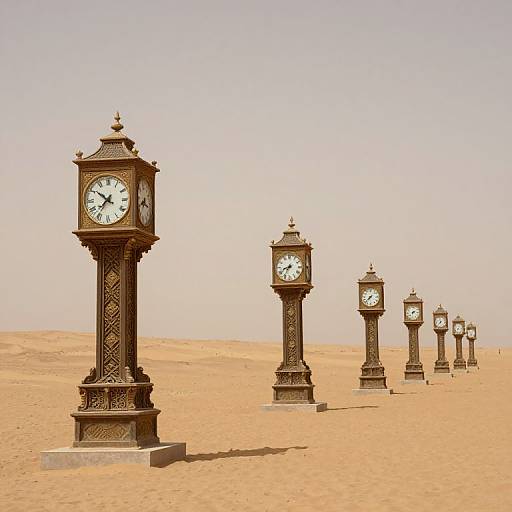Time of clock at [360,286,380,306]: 7:37
